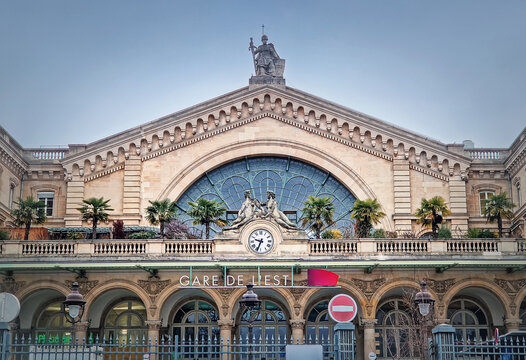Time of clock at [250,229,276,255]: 9:34
